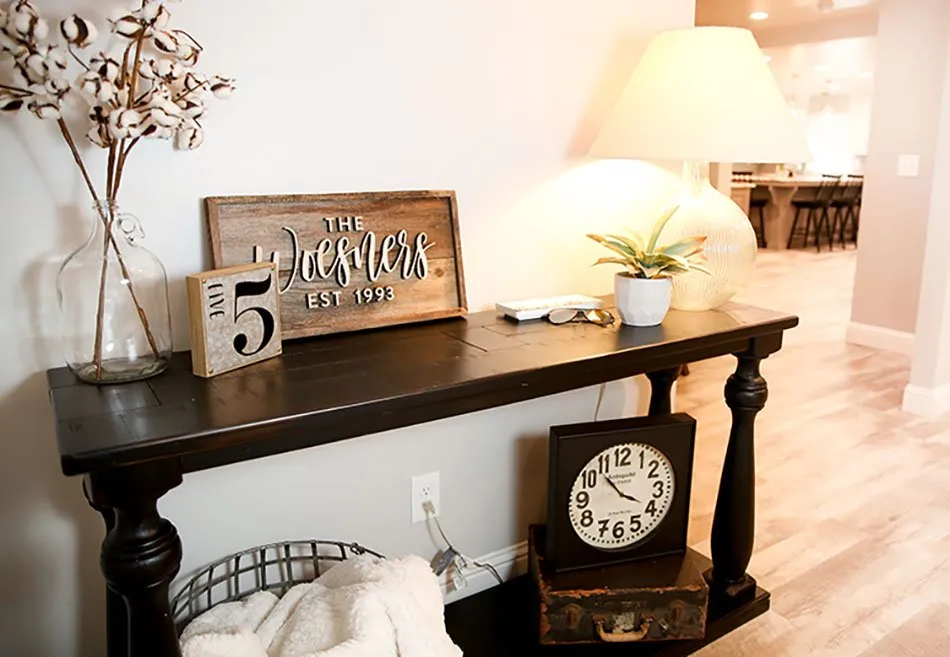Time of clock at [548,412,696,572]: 3:52
